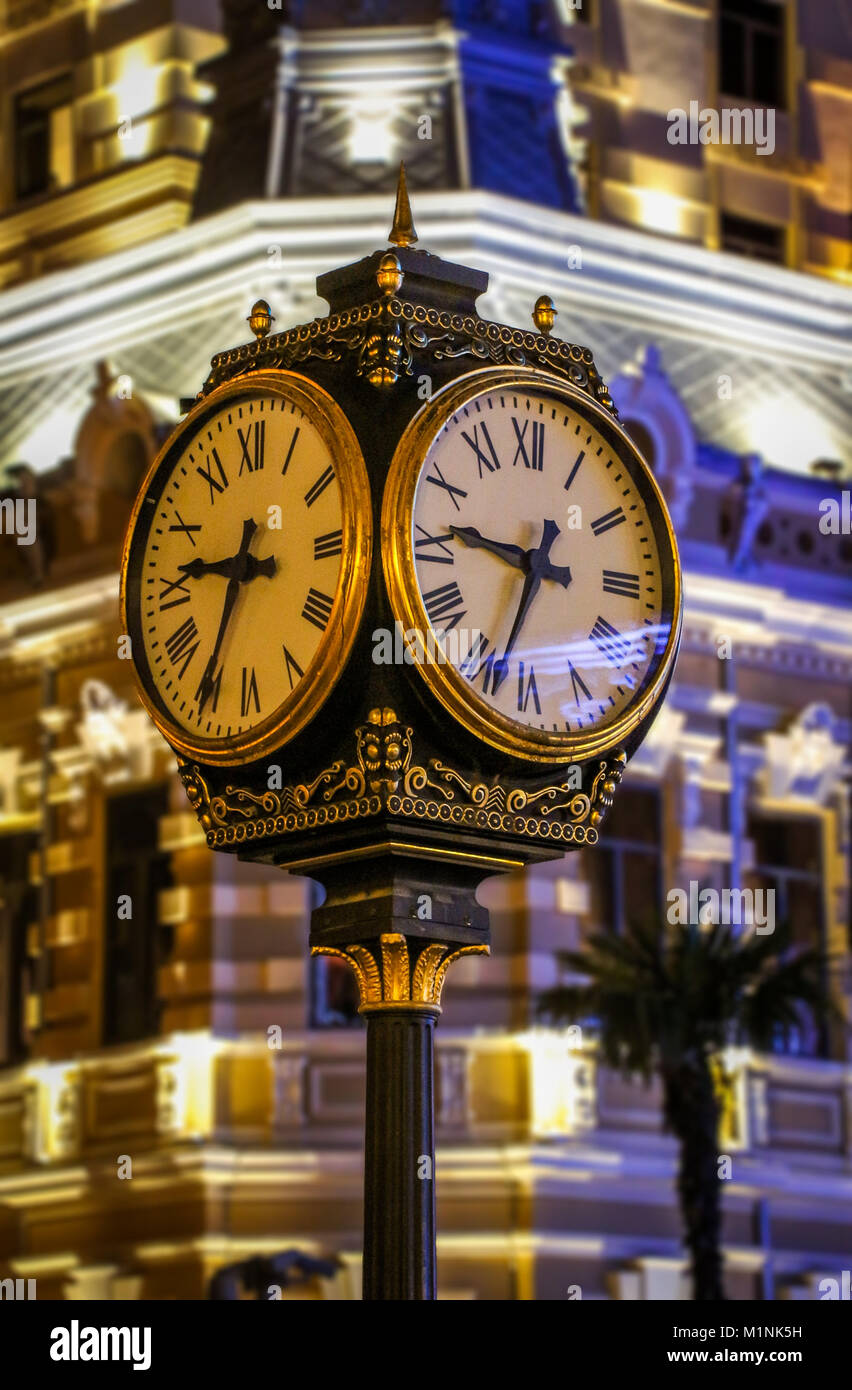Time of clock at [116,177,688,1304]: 9:34
